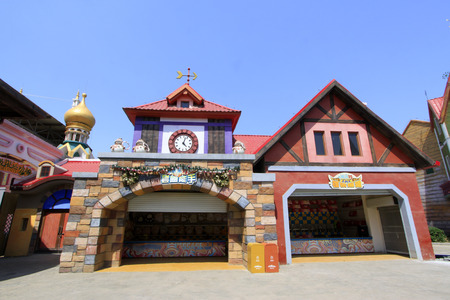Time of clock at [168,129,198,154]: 4:02
